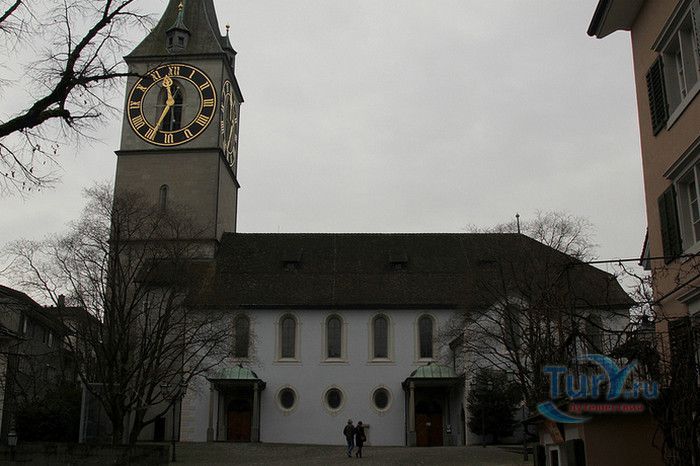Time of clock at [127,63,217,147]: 11:34
